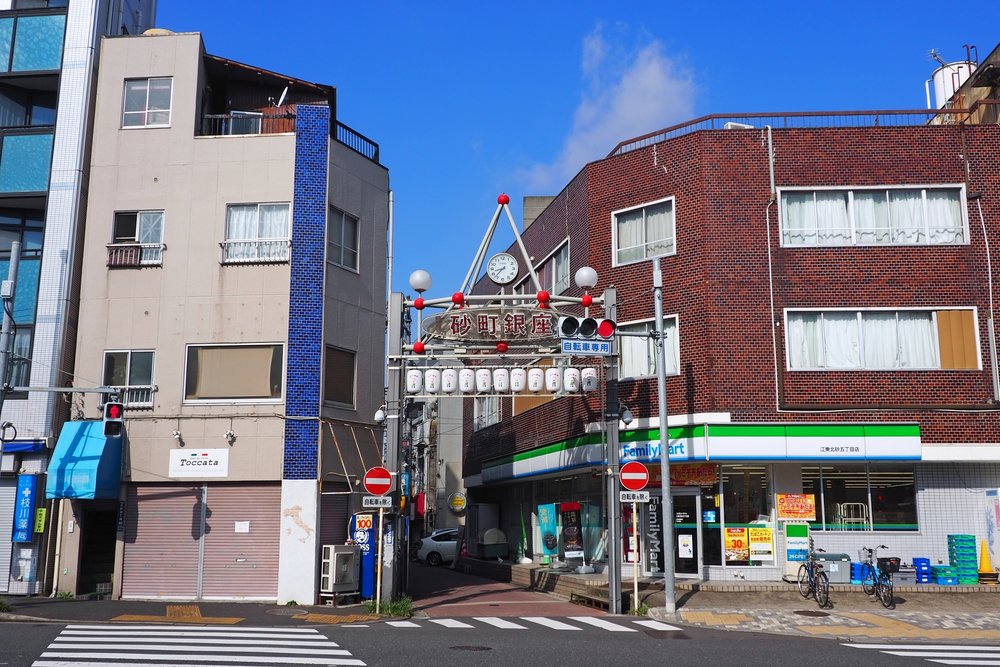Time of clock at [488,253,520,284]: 8:37
